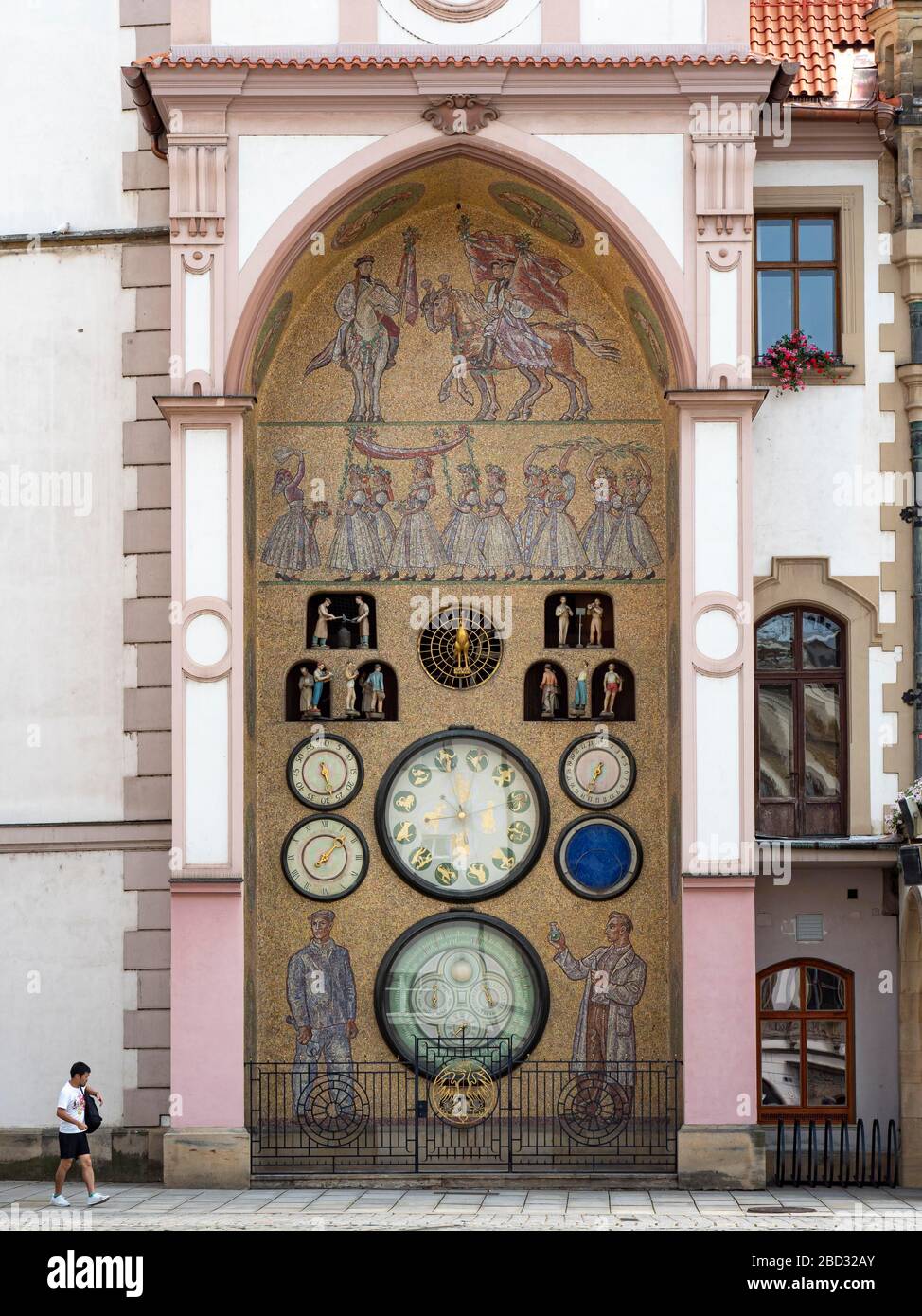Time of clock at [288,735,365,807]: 5:27
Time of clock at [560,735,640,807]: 6:34
